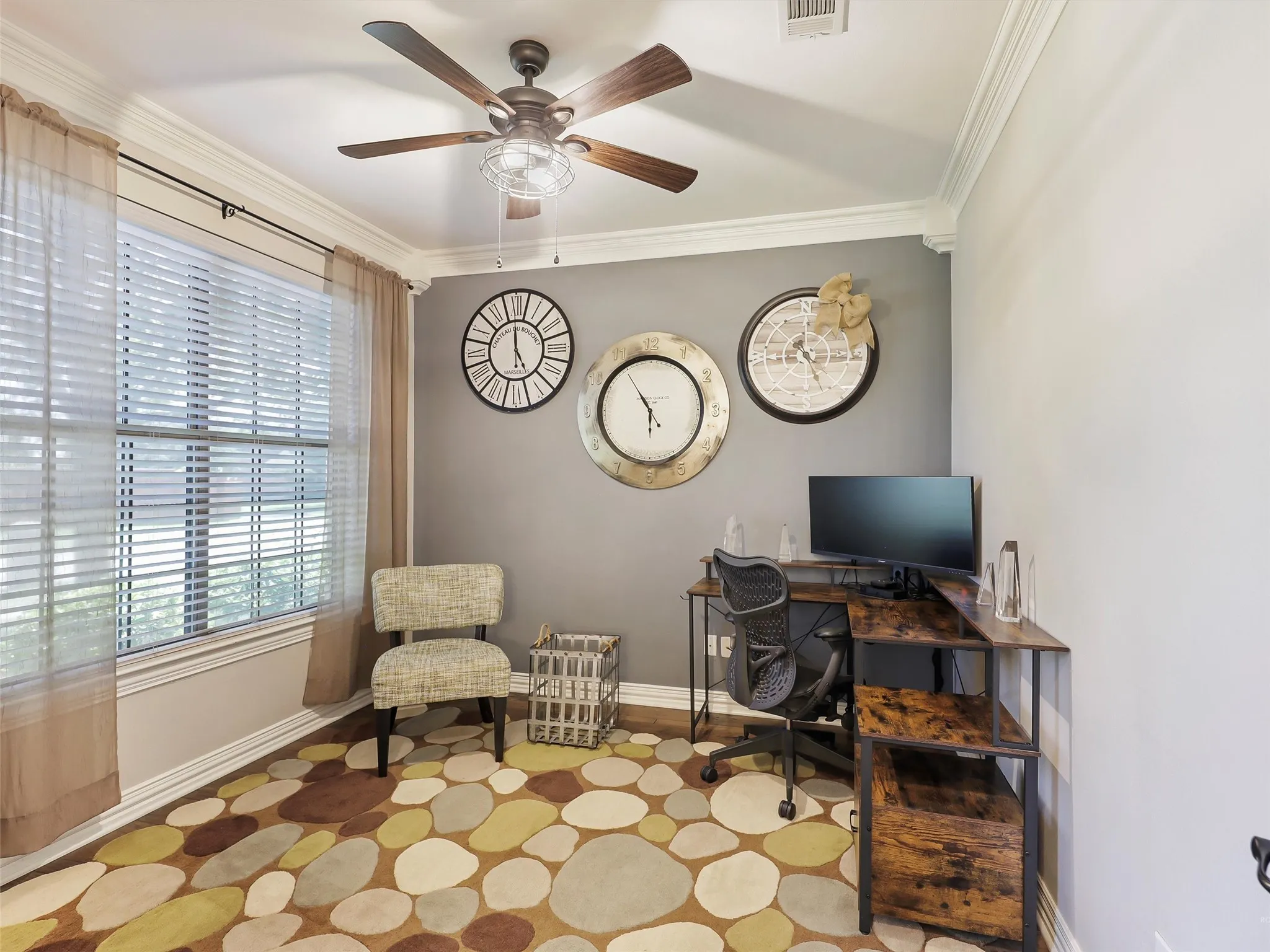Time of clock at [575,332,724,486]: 5:54
